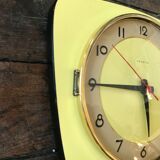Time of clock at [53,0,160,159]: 5:45
